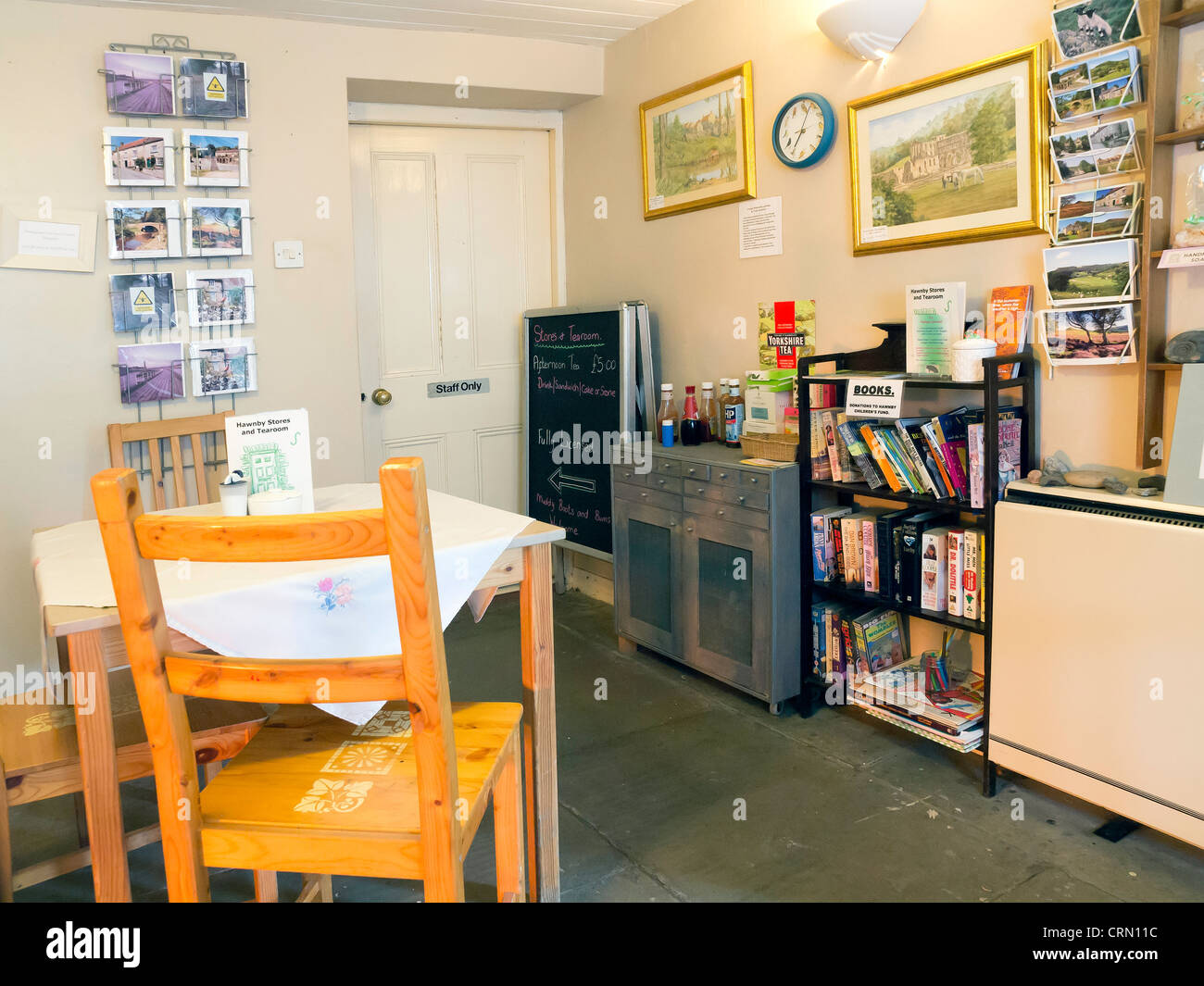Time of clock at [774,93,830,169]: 7:03
